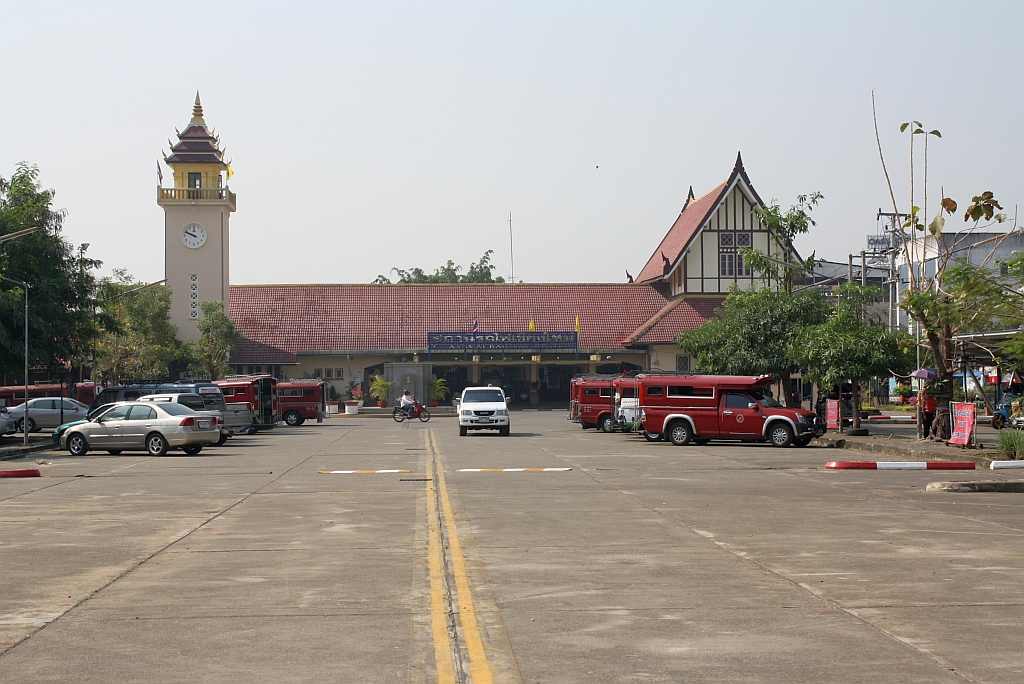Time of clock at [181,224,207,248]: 9:48
